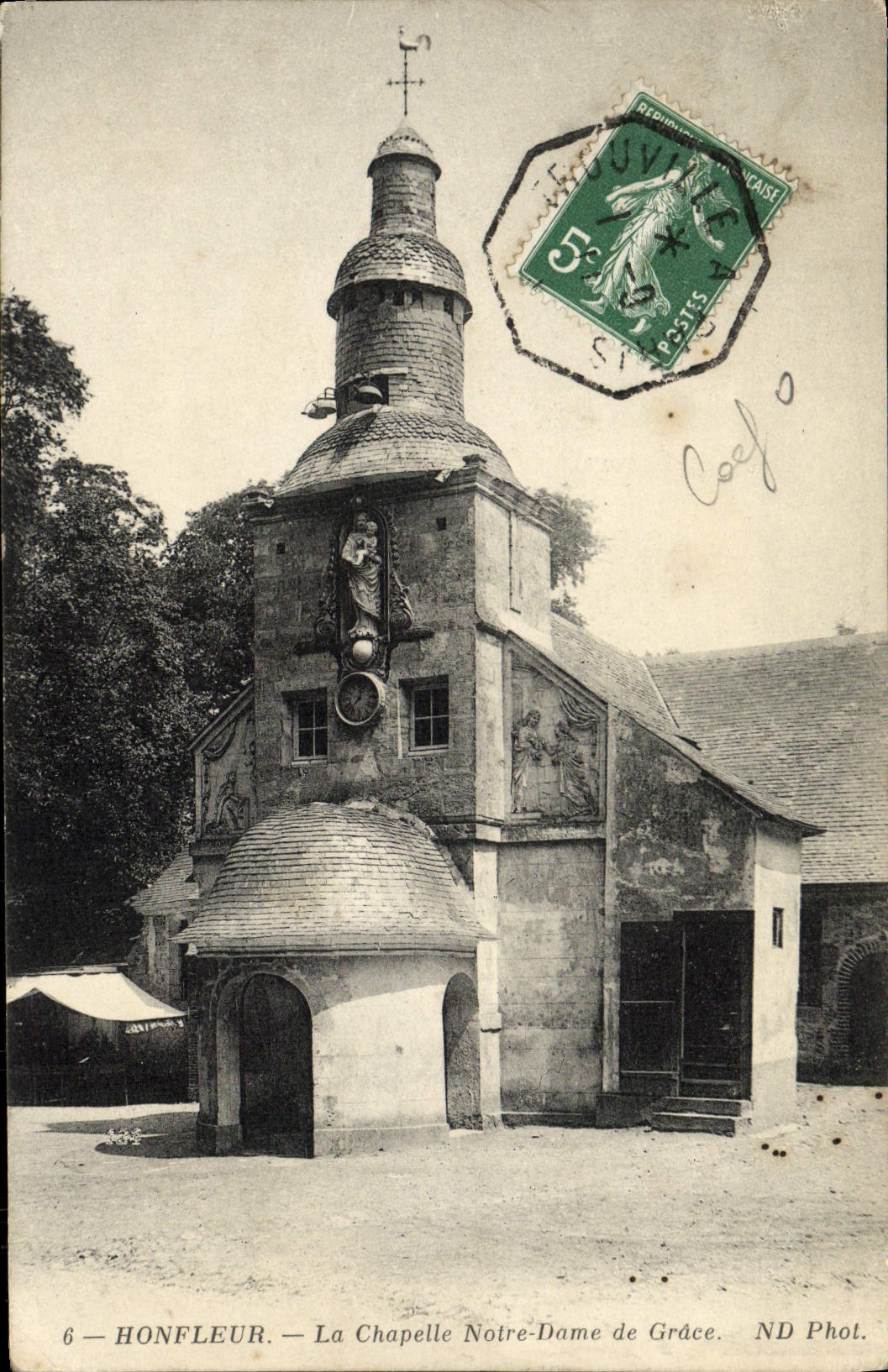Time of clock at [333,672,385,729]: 12:37
